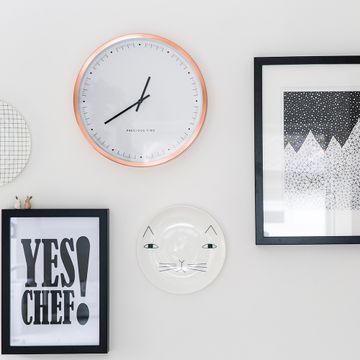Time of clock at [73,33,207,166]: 12:40
